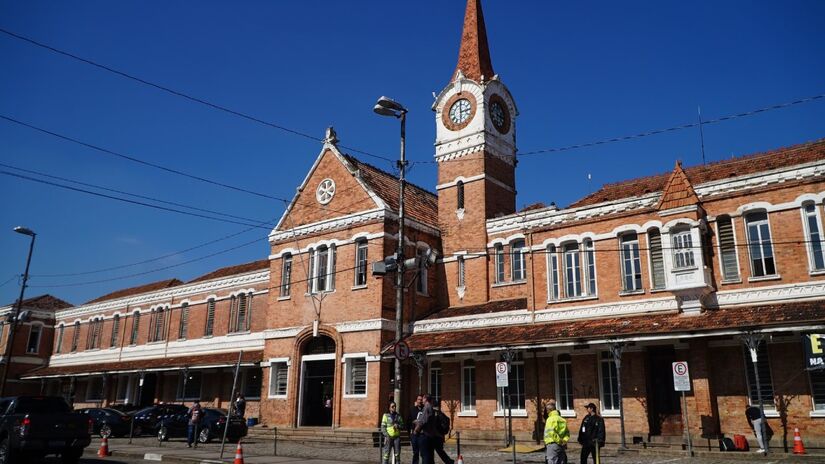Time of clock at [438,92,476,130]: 2:59
